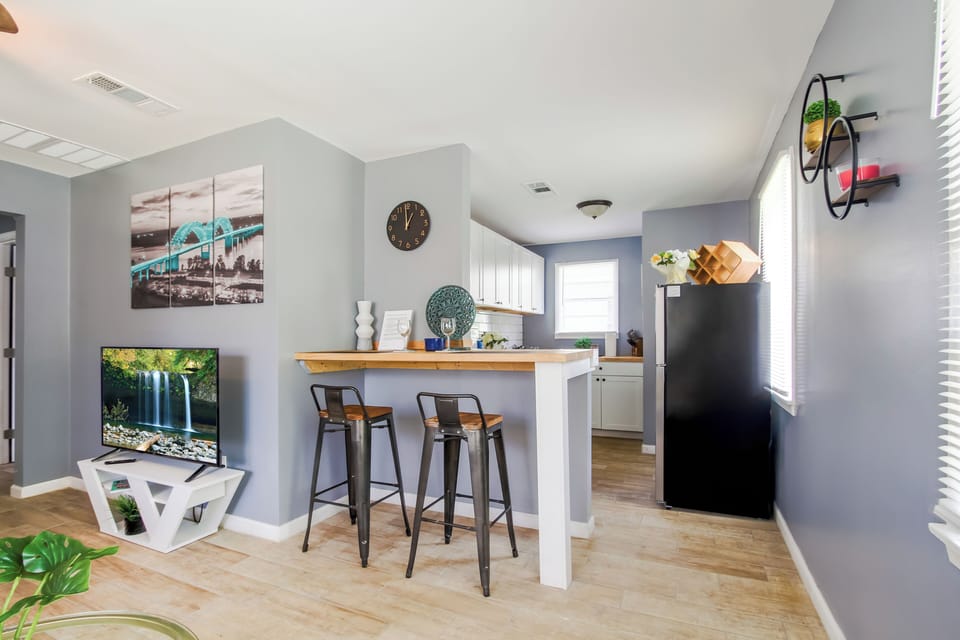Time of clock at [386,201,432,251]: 12:59
